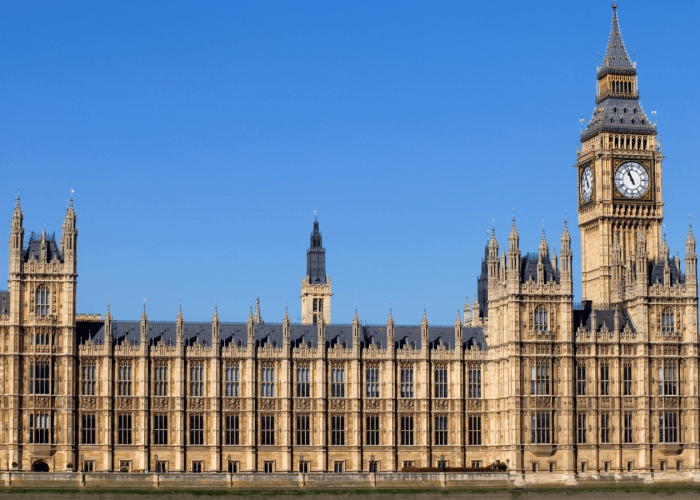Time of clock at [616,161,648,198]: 10:56
